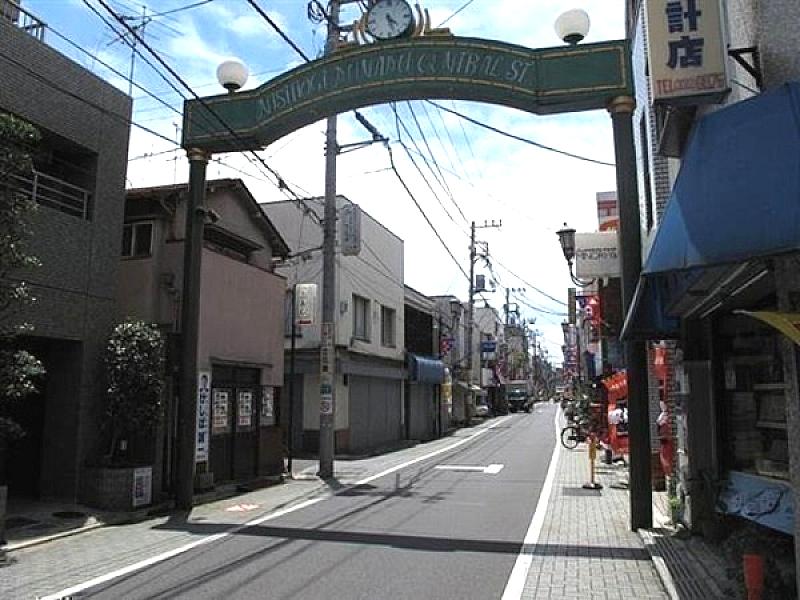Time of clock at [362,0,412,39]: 4:27
